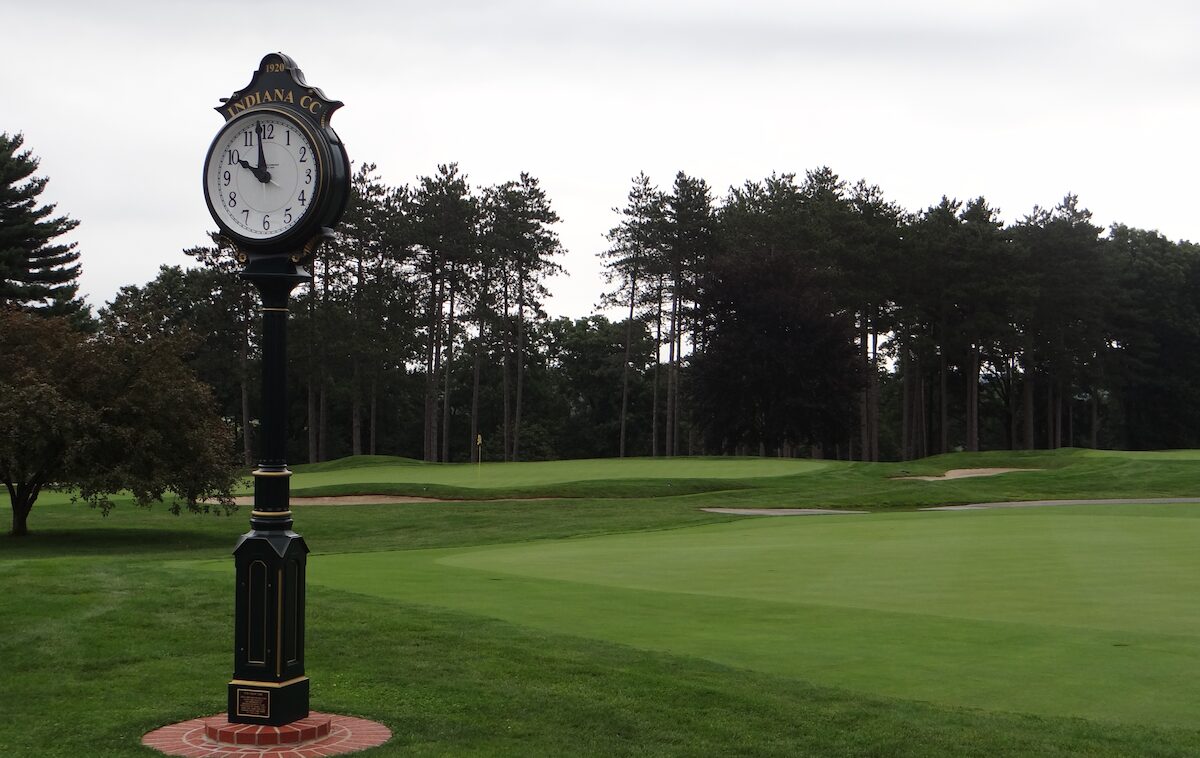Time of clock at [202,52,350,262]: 9:58
